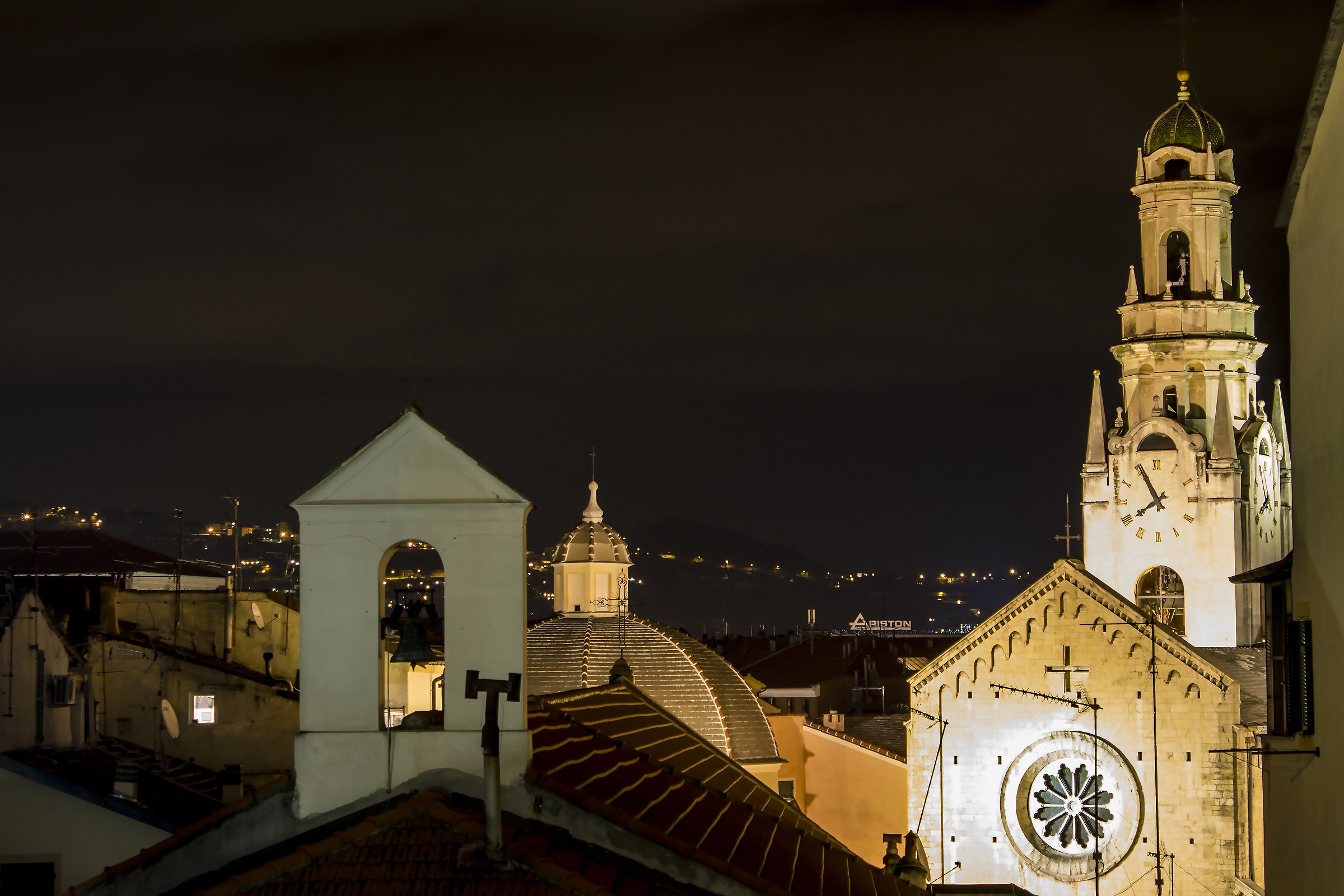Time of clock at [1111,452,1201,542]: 7:55
